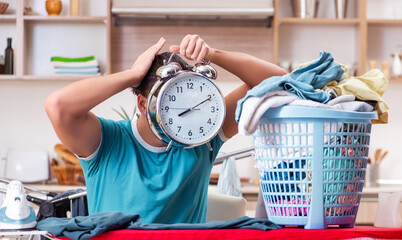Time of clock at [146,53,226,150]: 8:10
